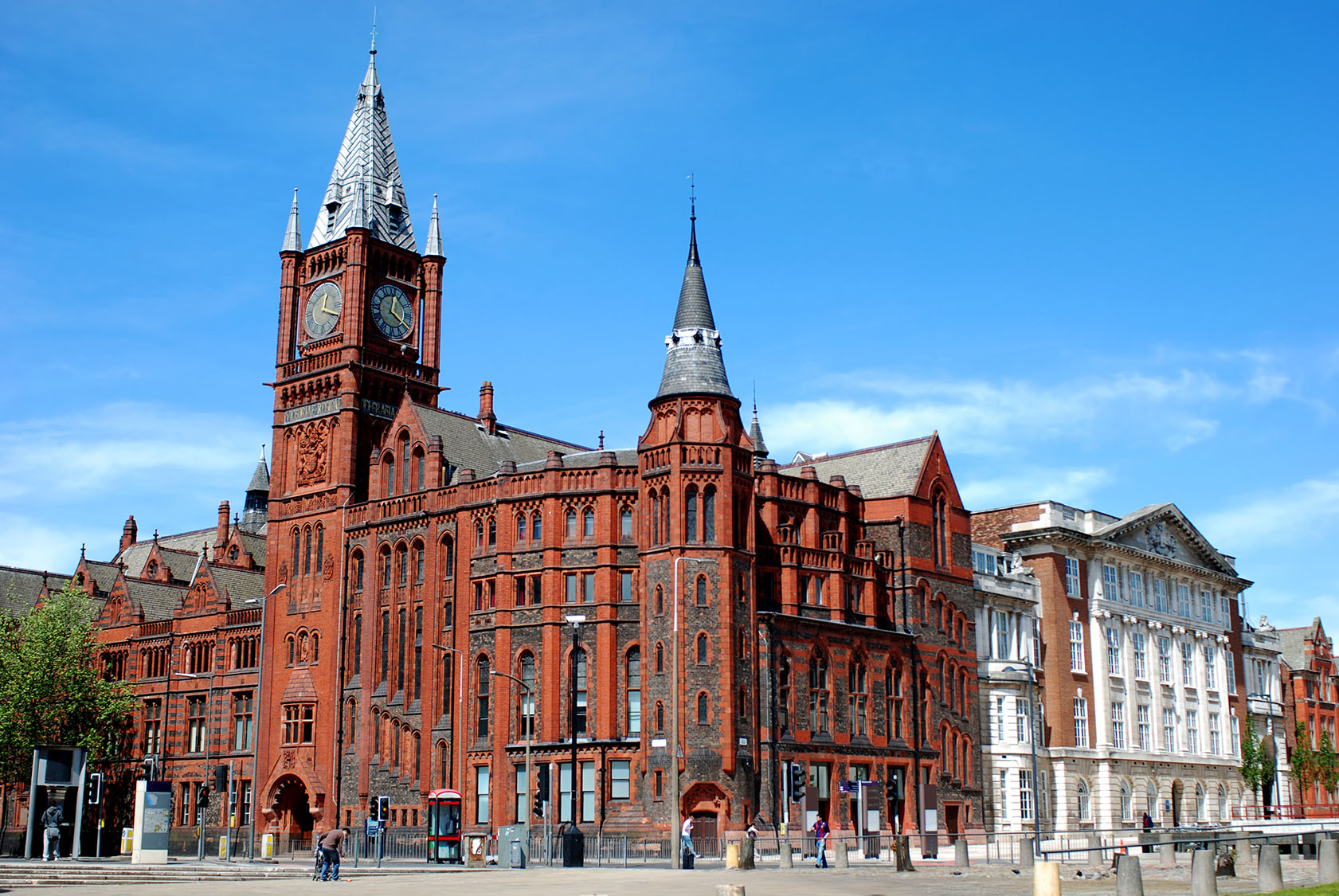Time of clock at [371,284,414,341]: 12:19
